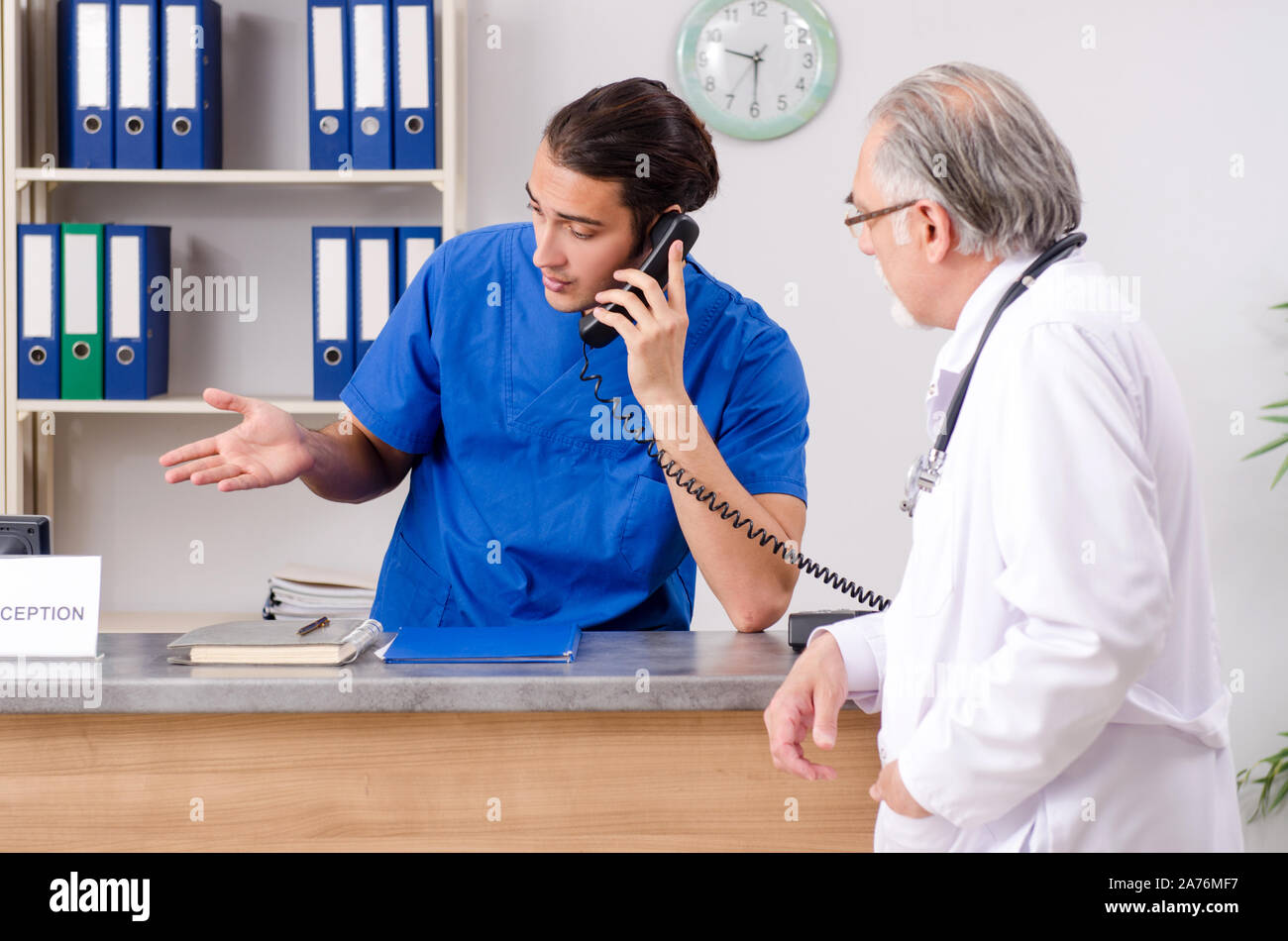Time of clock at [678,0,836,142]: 9:30
